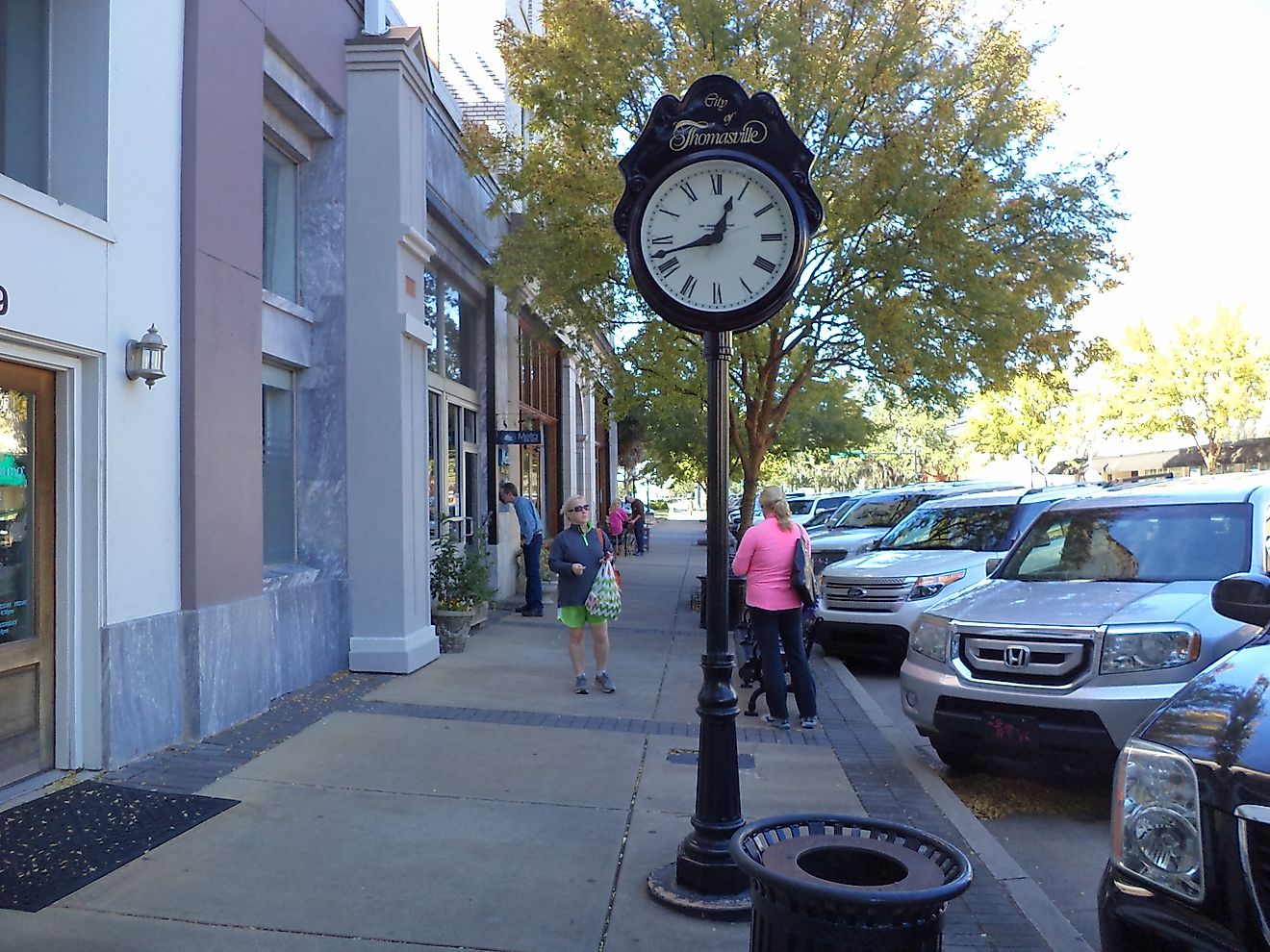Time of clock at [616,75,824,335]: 12:42
